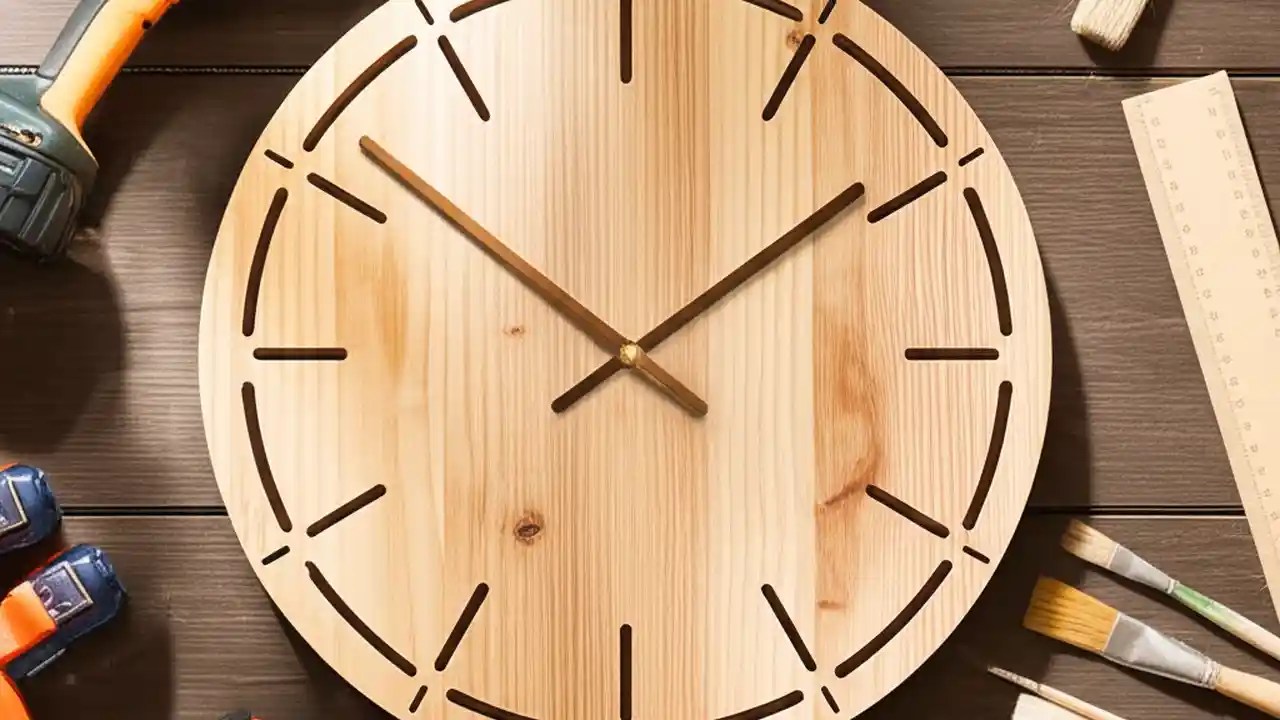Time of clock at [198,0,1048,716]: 1:51
